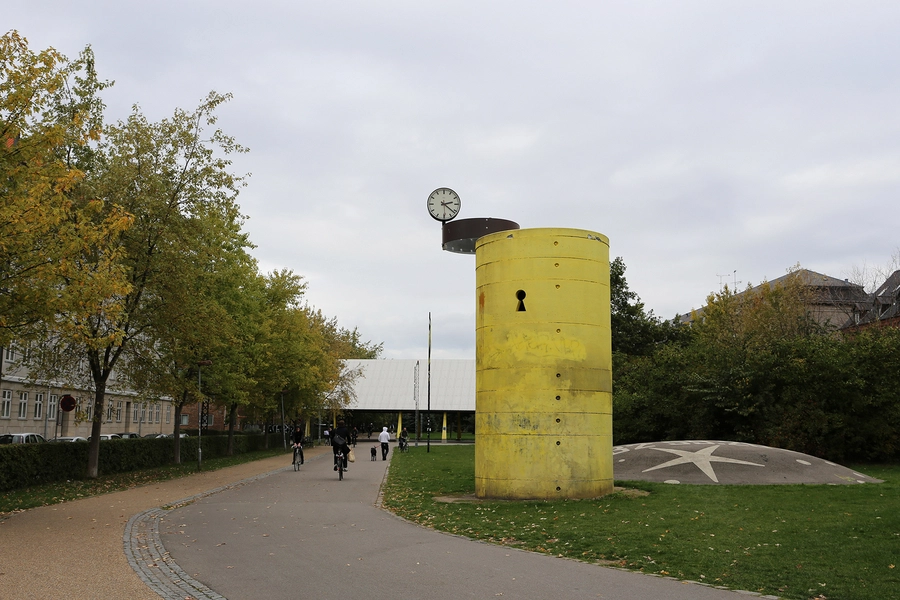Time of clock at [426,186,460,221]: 2:21
